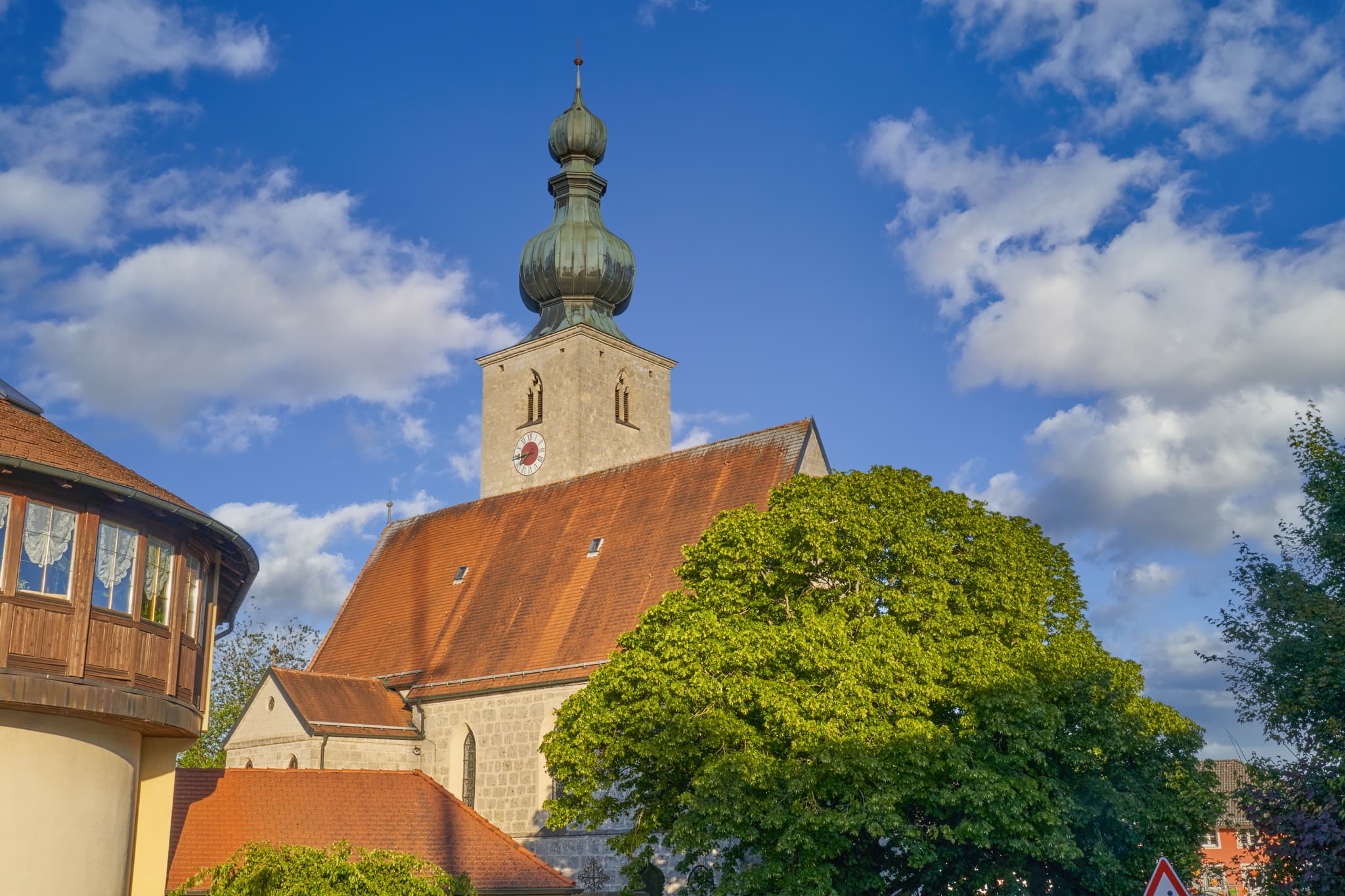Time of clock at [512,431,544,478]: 7:43
